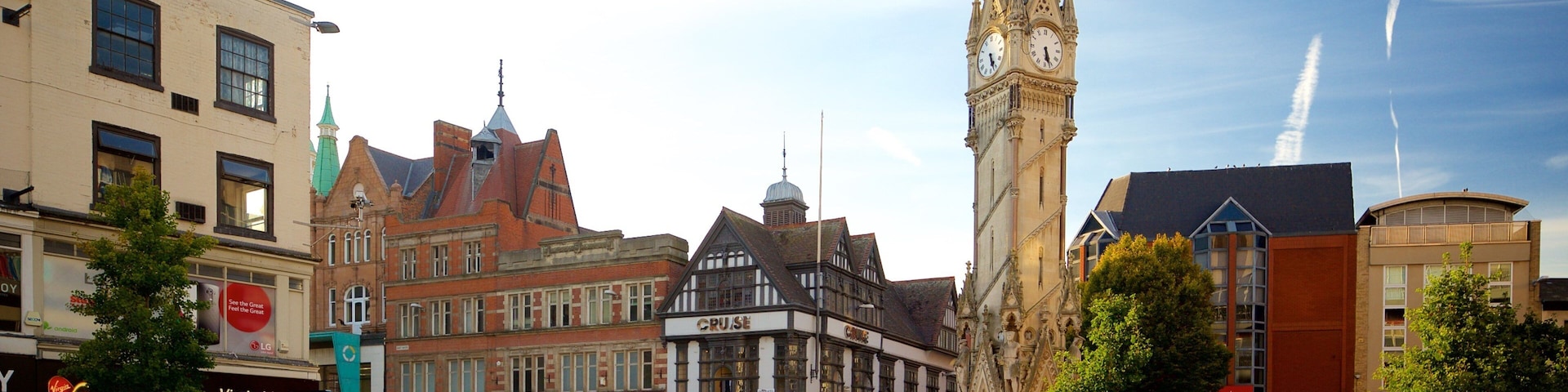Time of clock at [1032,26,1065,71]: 5:26
